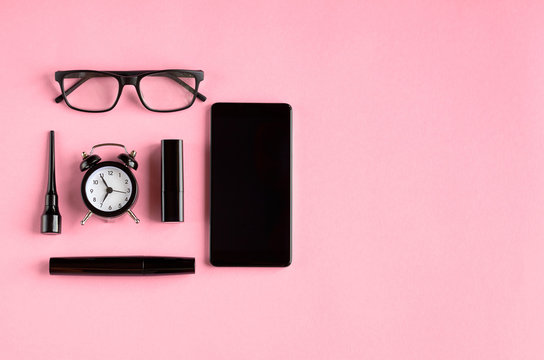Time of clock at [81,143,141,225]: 6:54
